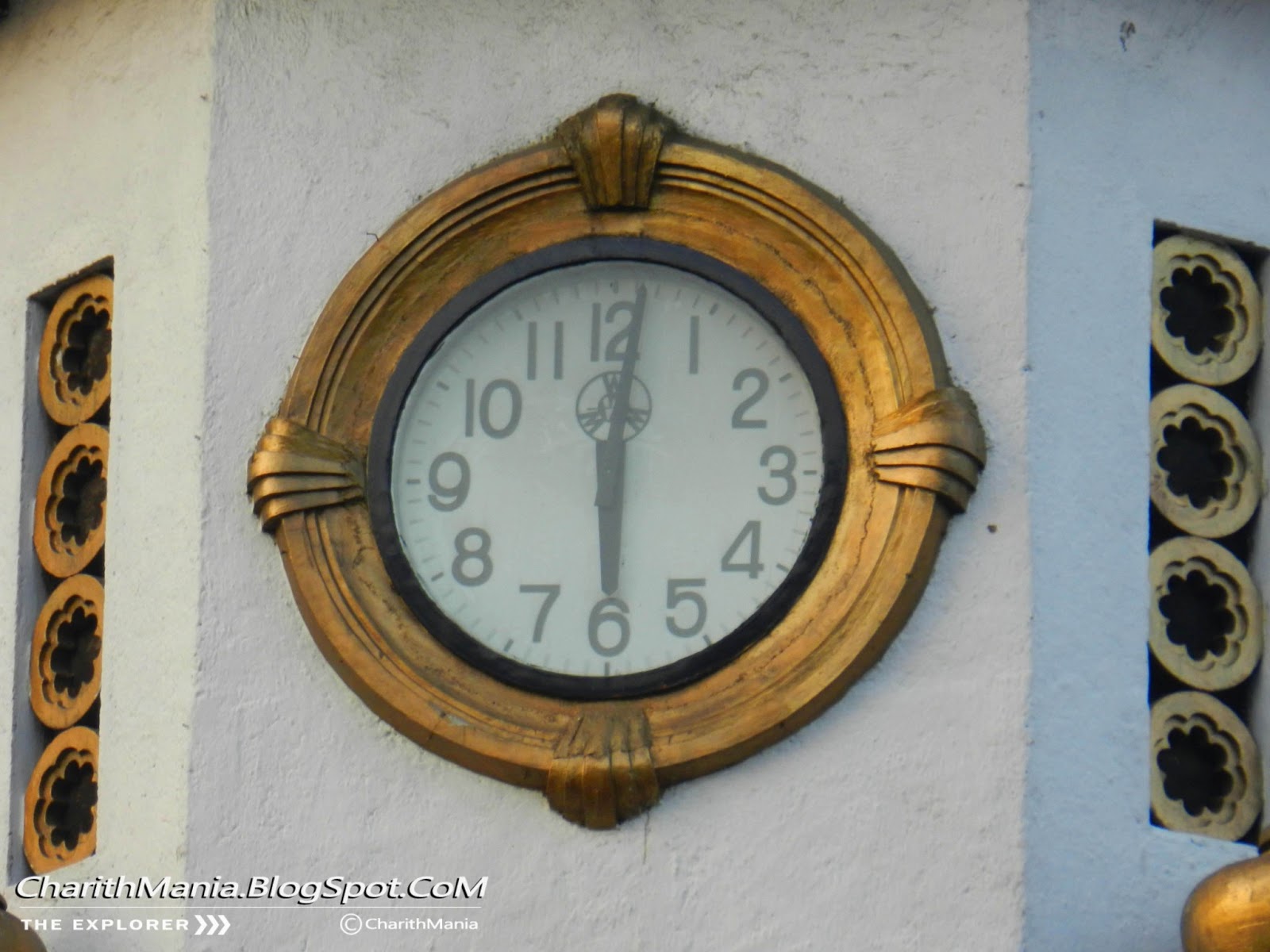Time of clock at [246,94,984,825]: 6:00
